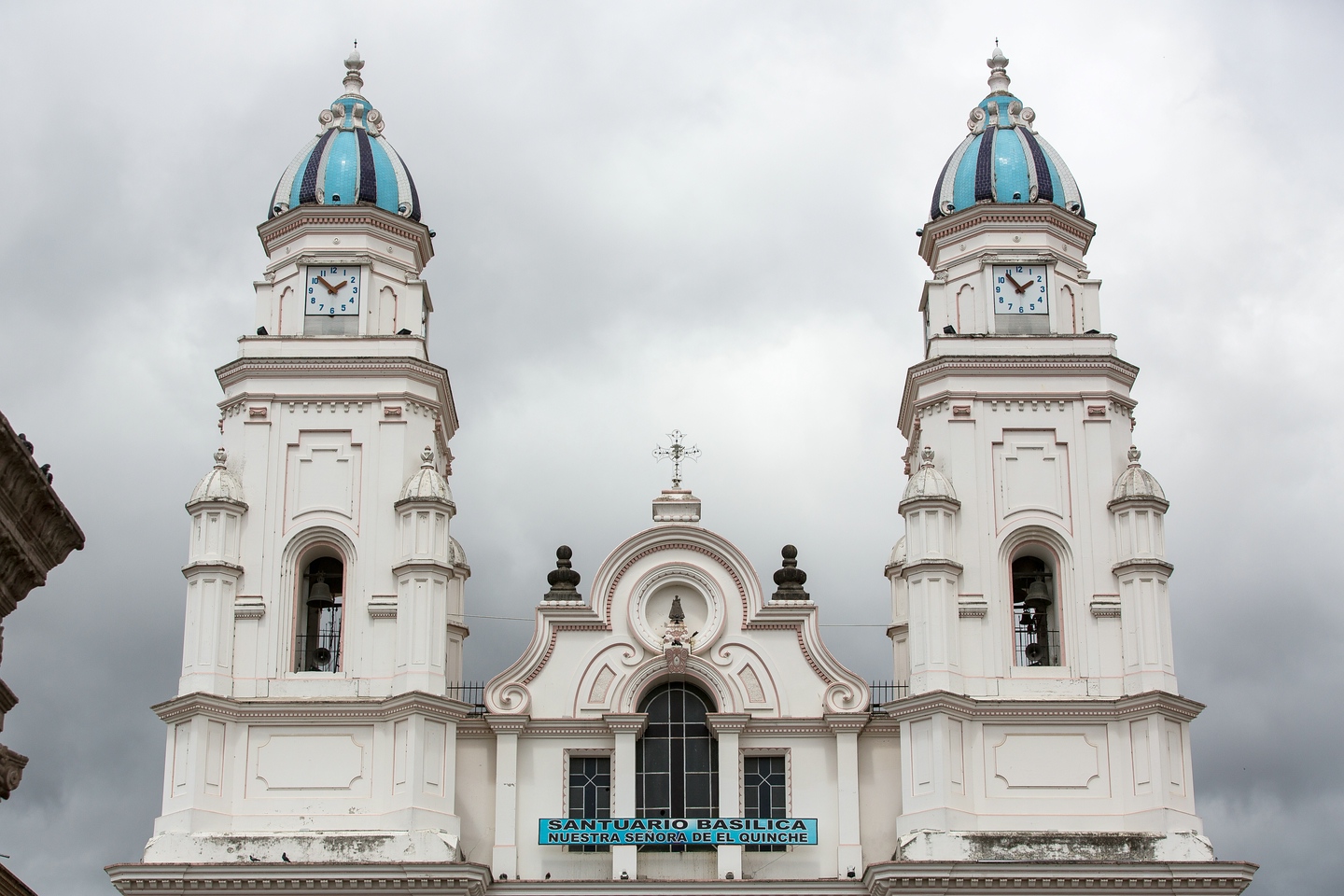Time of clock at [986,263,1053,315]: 1:53
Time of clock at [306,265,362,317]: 1:52
